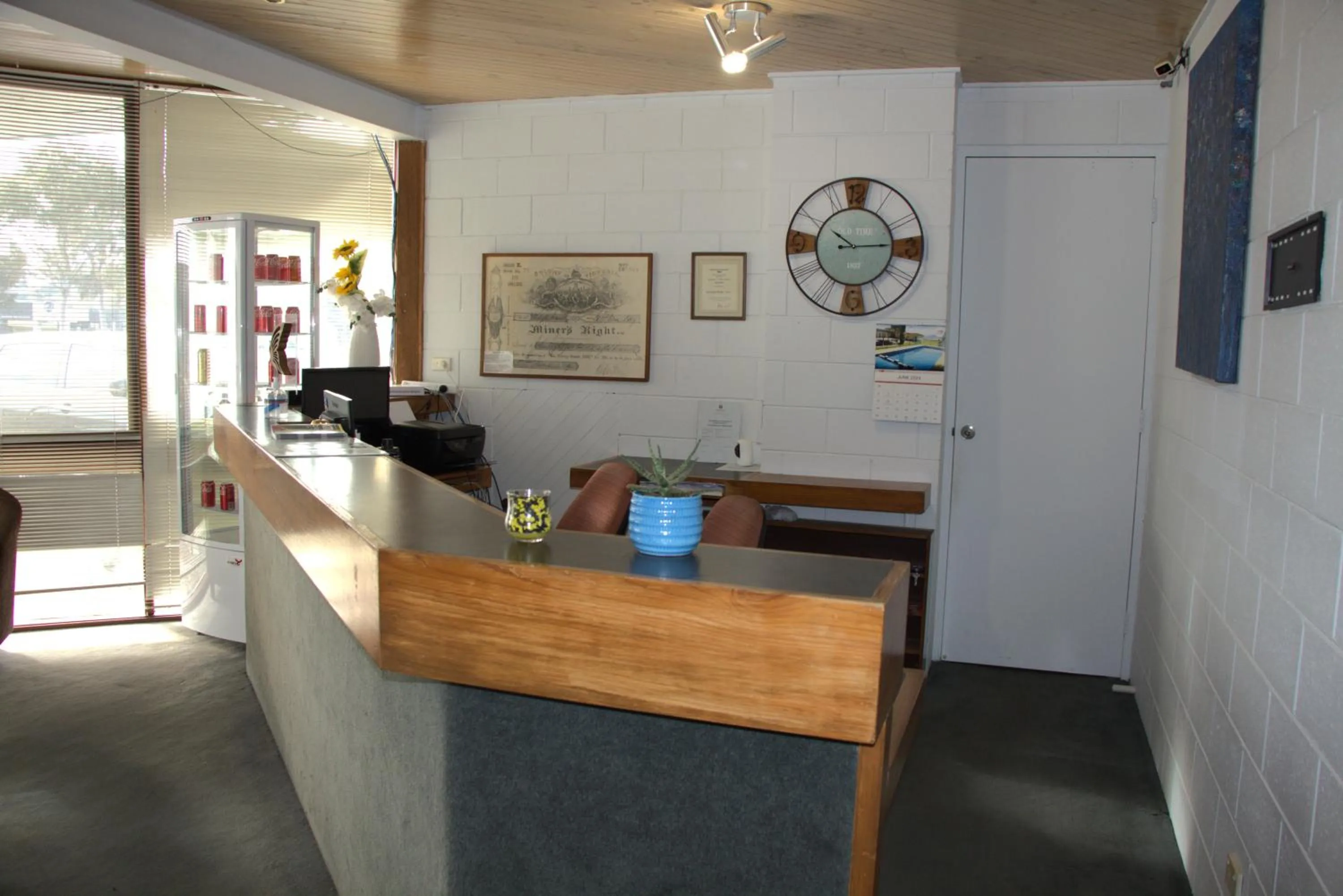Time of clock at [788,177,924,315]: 10:14
